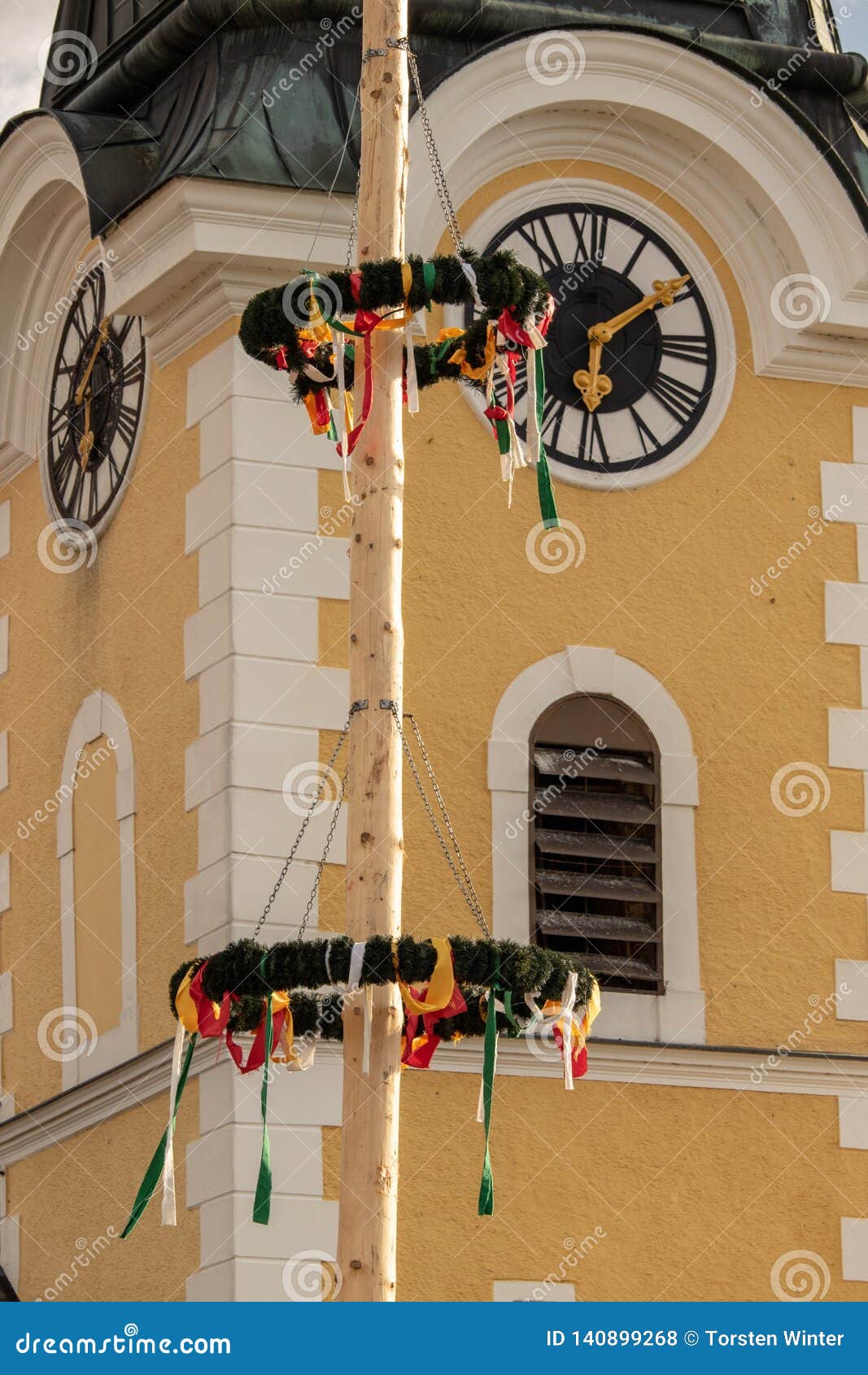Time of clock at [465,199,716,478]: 6:09
